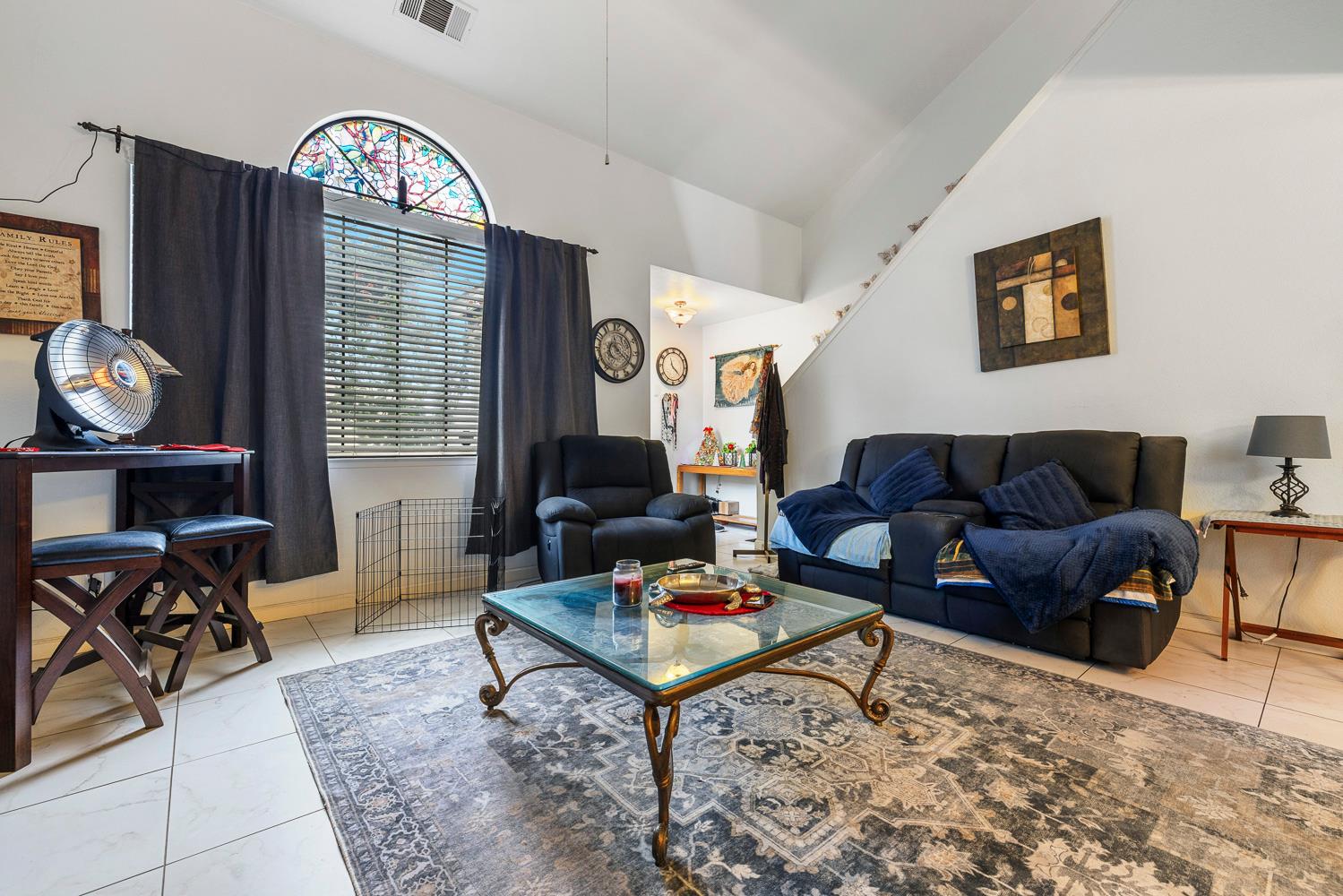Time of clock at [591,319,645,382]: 7:20
